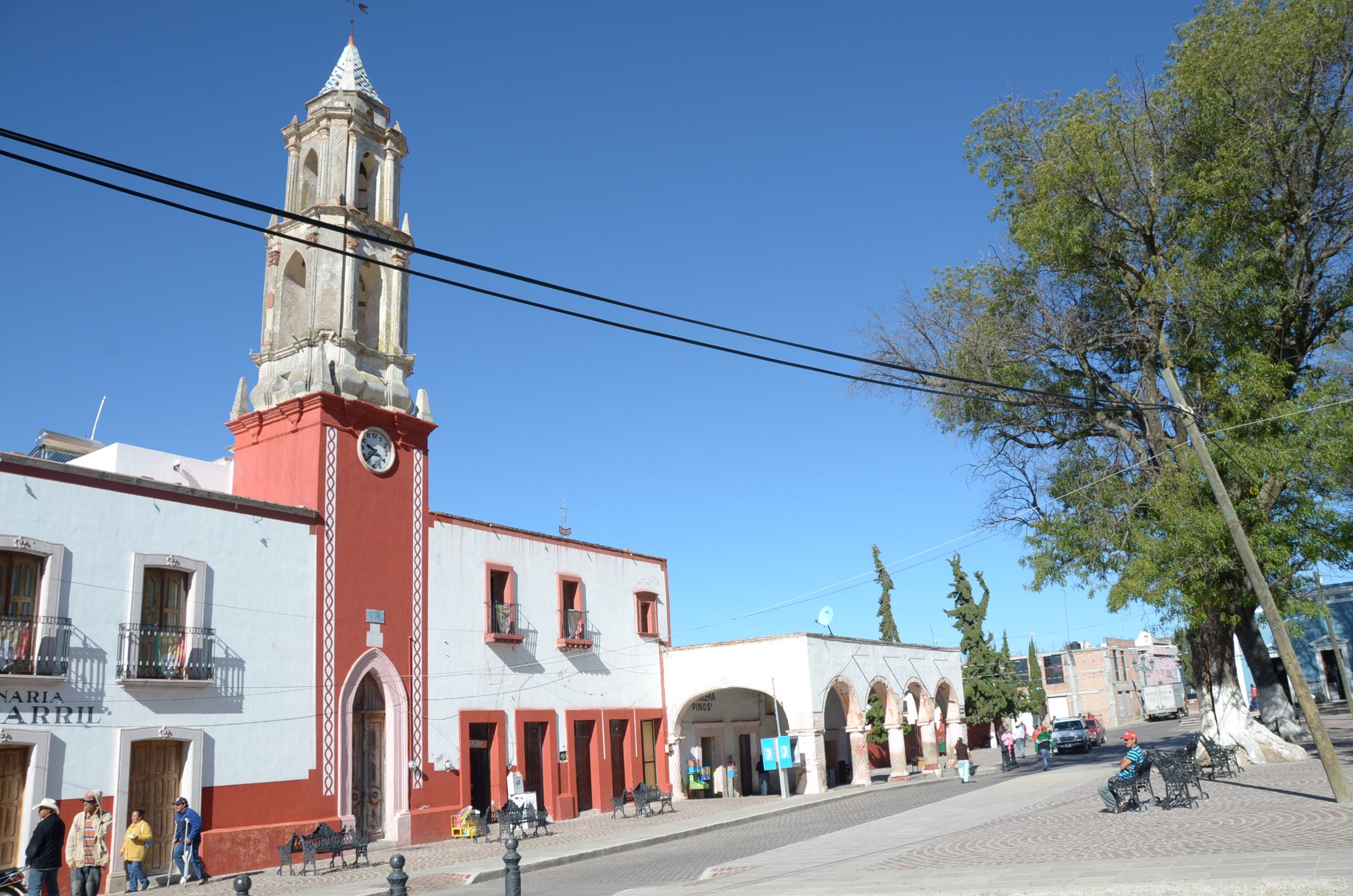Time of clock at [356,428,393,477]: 9:37
